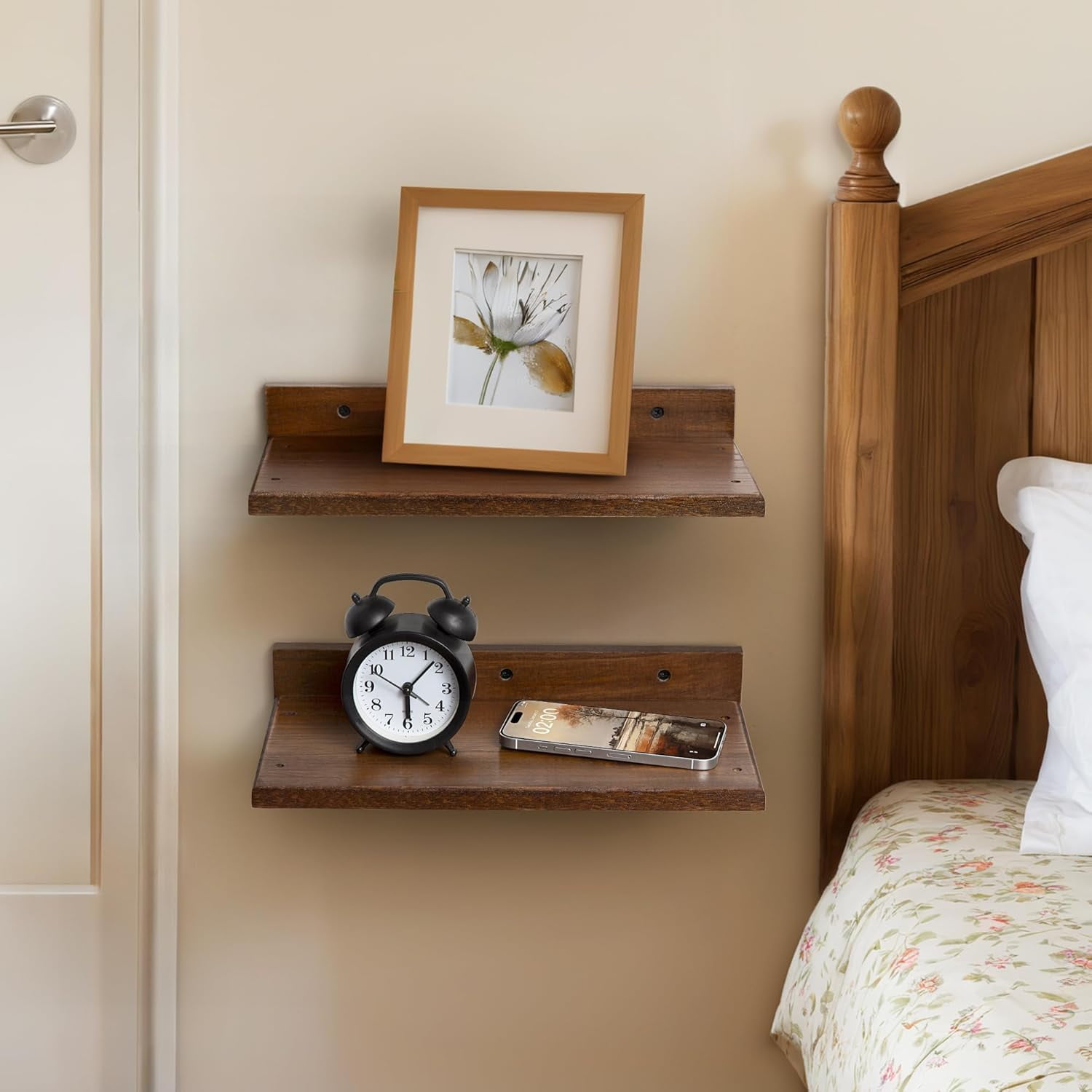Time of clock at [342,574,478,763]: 6:07
